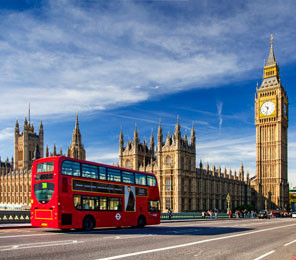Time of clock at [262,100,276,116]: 10:32
